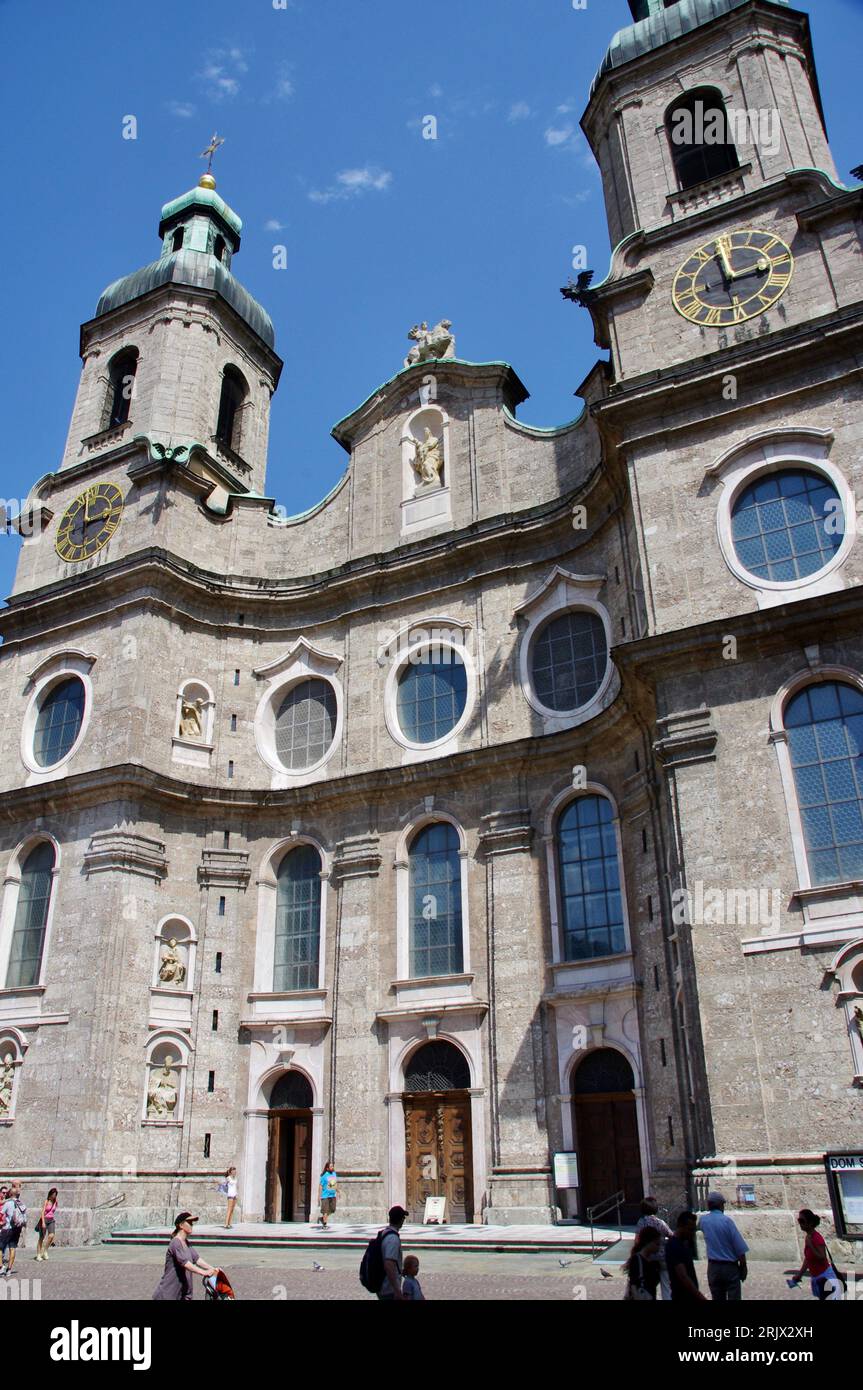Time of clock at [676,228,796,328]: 2:58
